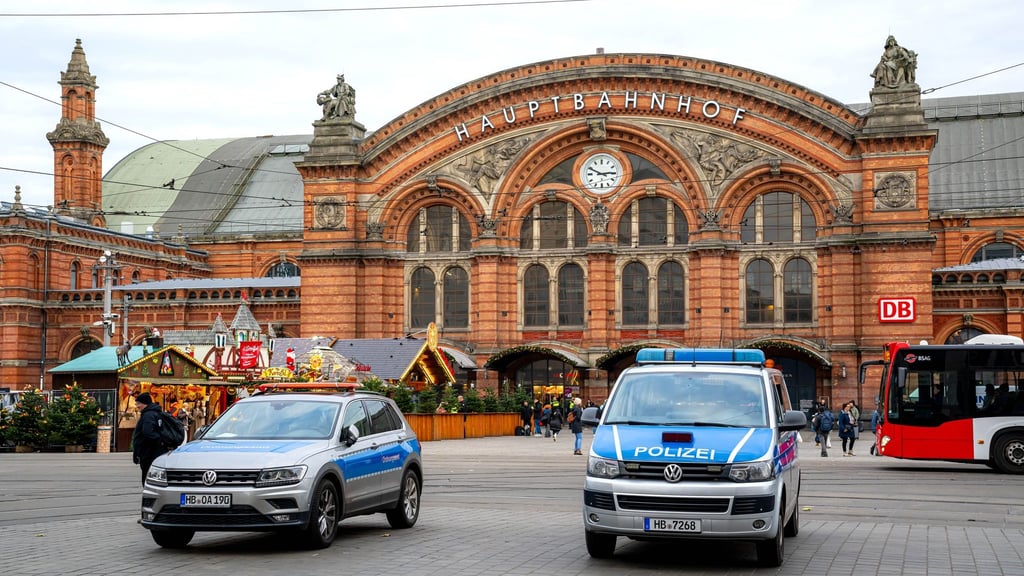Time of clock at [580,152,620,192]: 2:49
